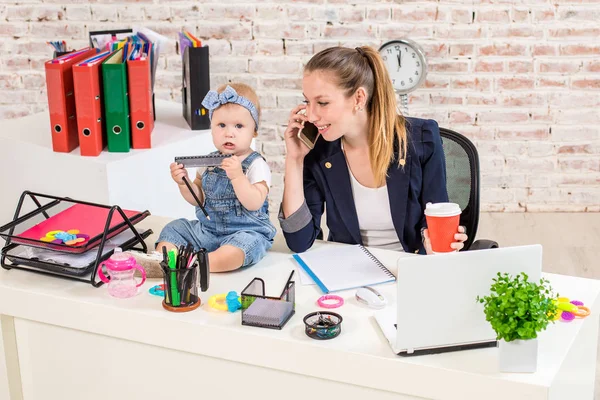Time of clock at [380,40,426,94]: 12:02
